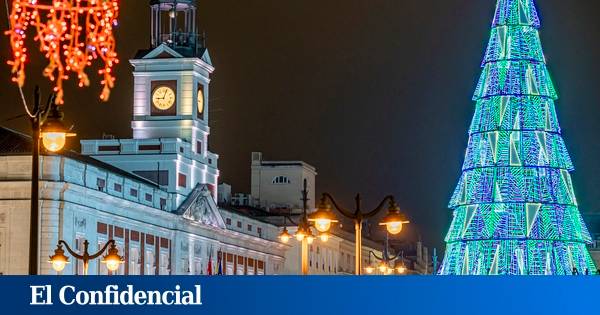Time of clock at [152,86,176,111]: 9:03
